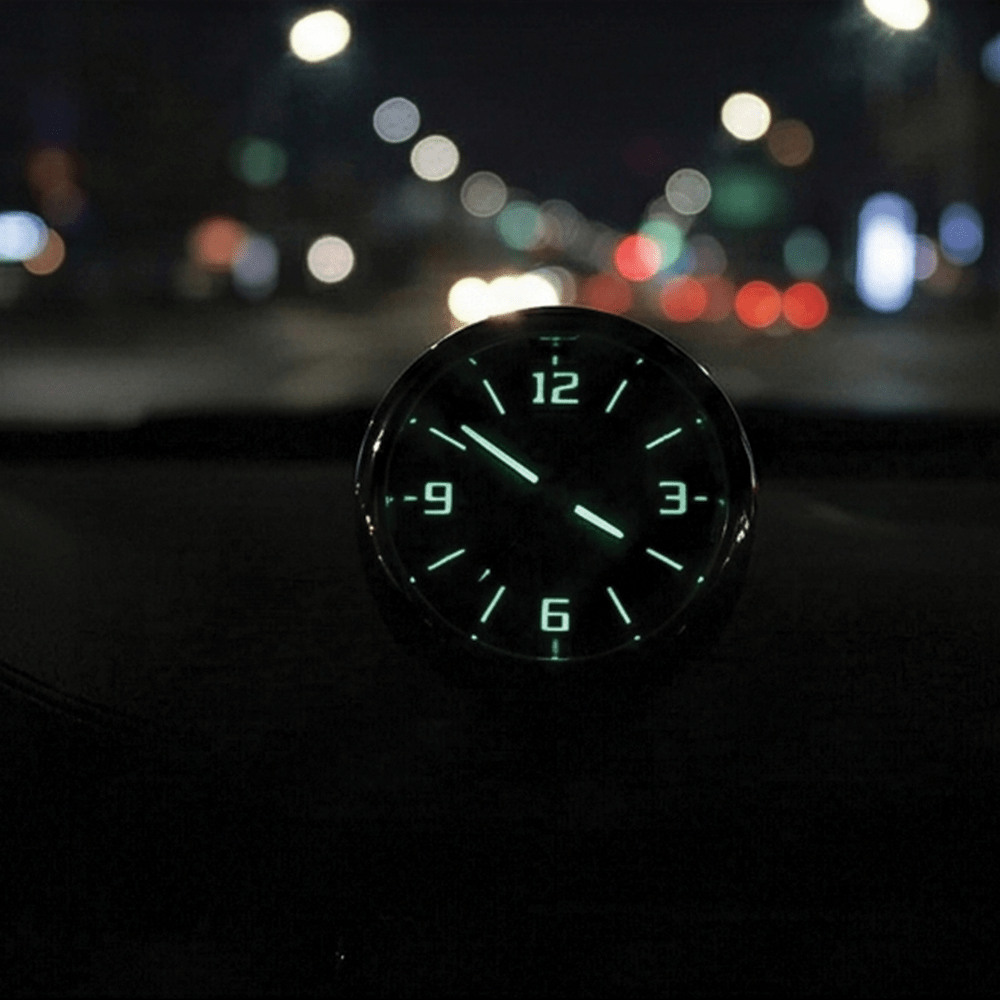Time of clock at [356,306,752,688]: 3:51
